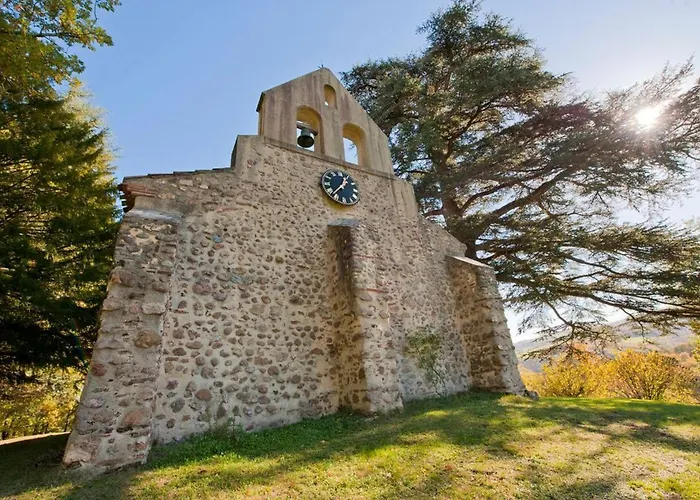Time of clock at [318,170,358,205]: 12:37
